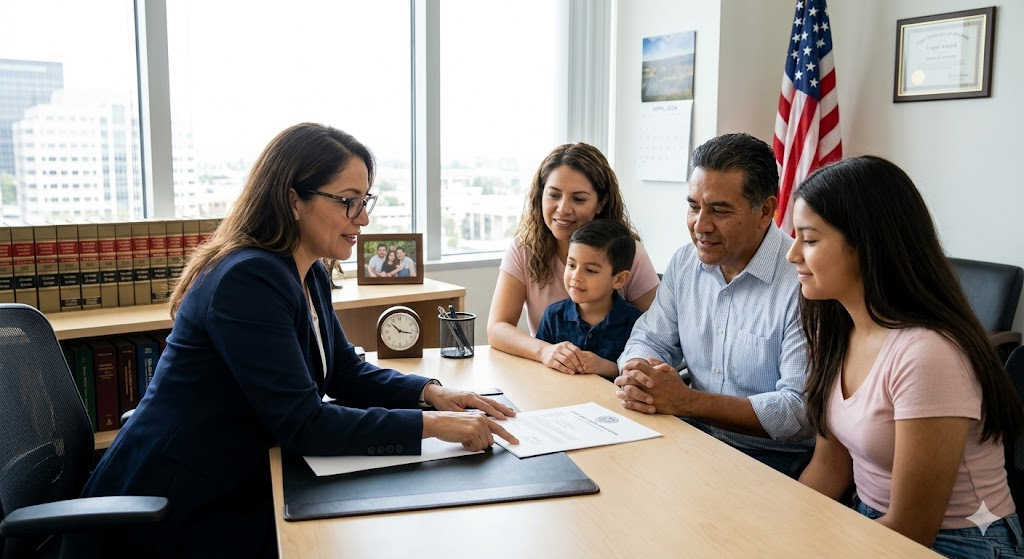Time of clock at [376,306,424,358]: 10:17
